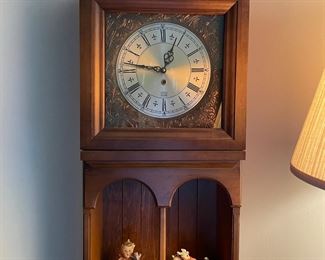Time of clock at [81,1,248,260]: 12:46
